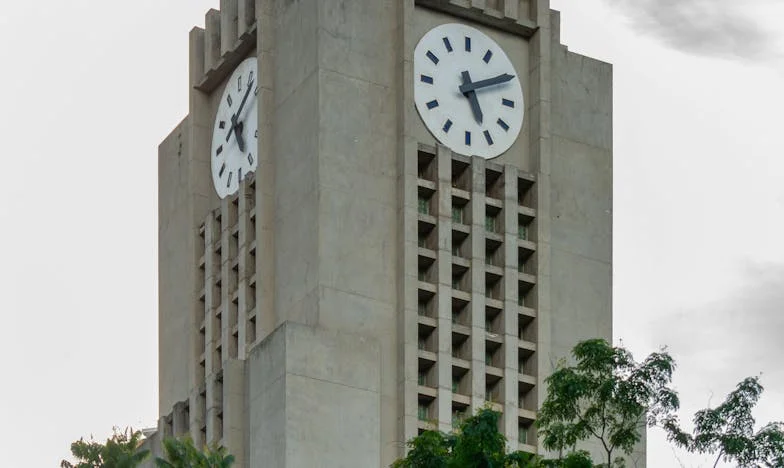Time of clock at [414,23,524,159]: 5:10
